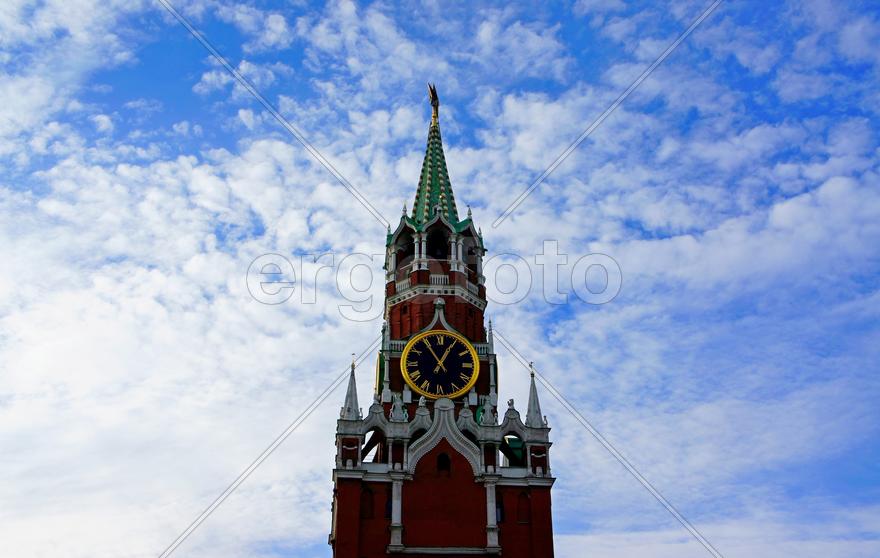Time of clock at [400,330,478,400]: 12:54
